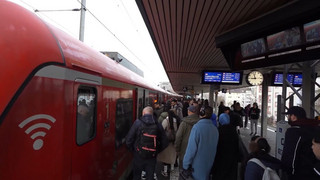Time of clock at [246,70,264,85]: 8:57
